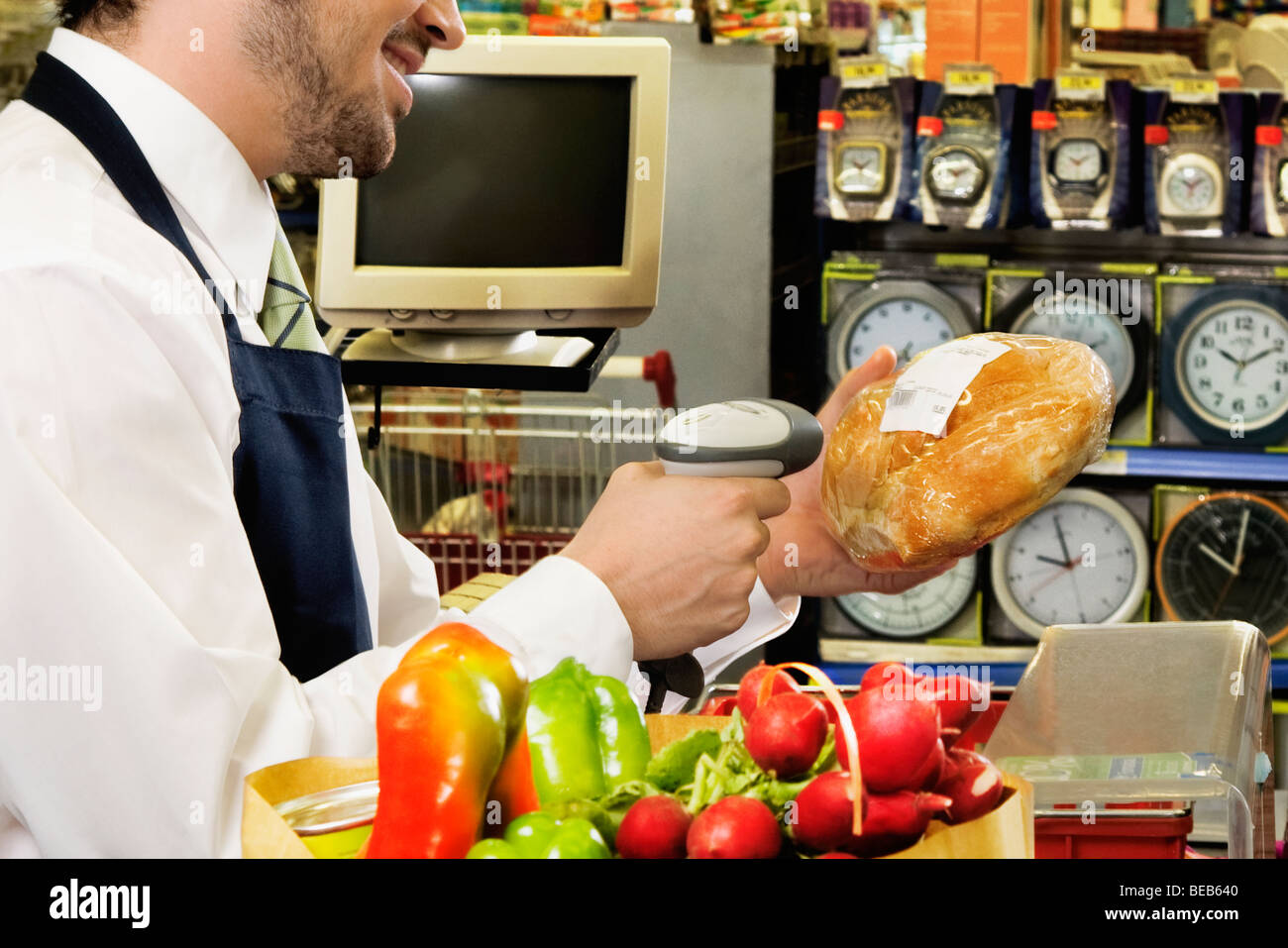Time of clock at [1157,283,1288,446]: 10:01
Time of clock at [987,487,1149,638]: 9:59
